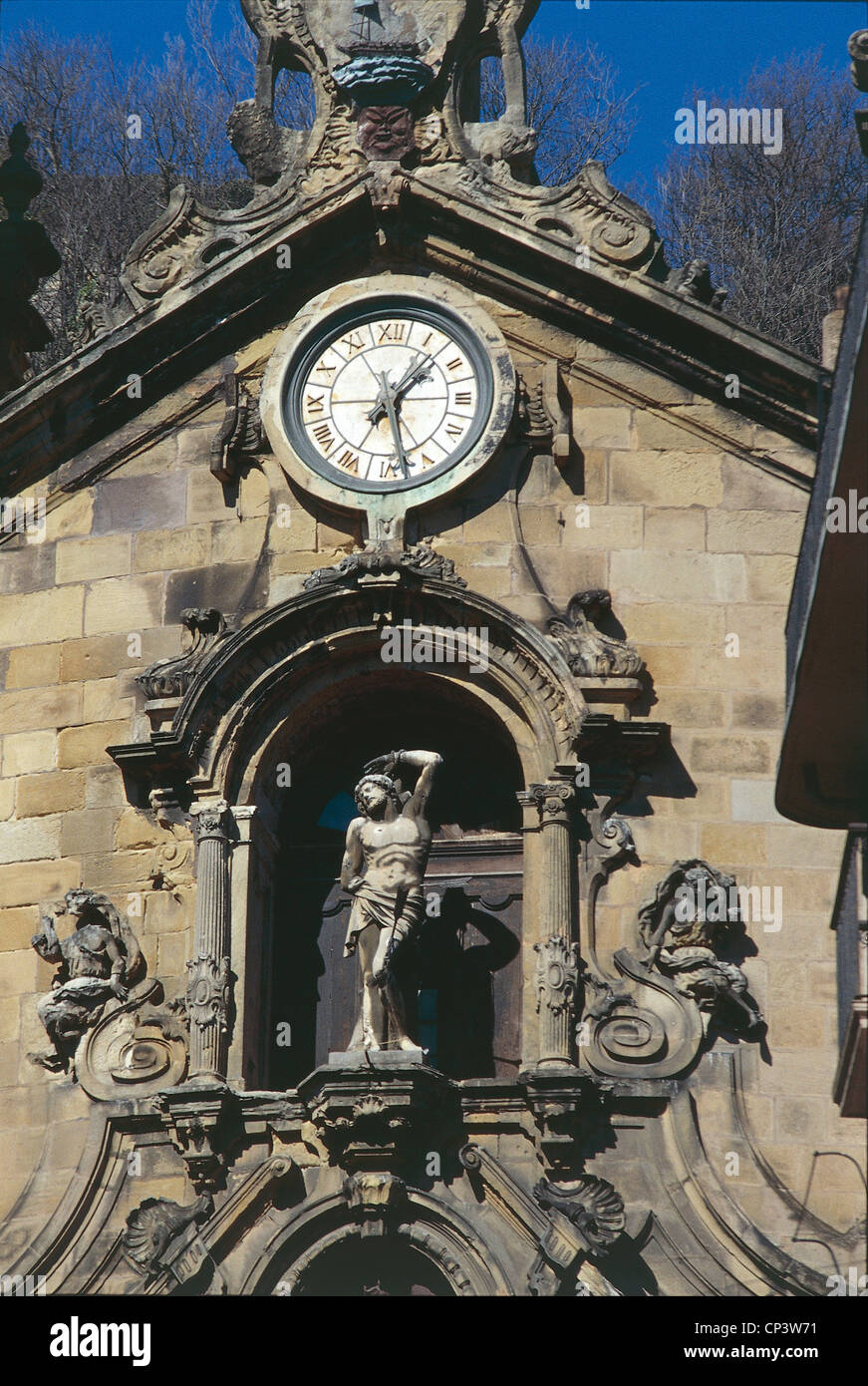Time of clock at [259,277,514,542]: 1:28
